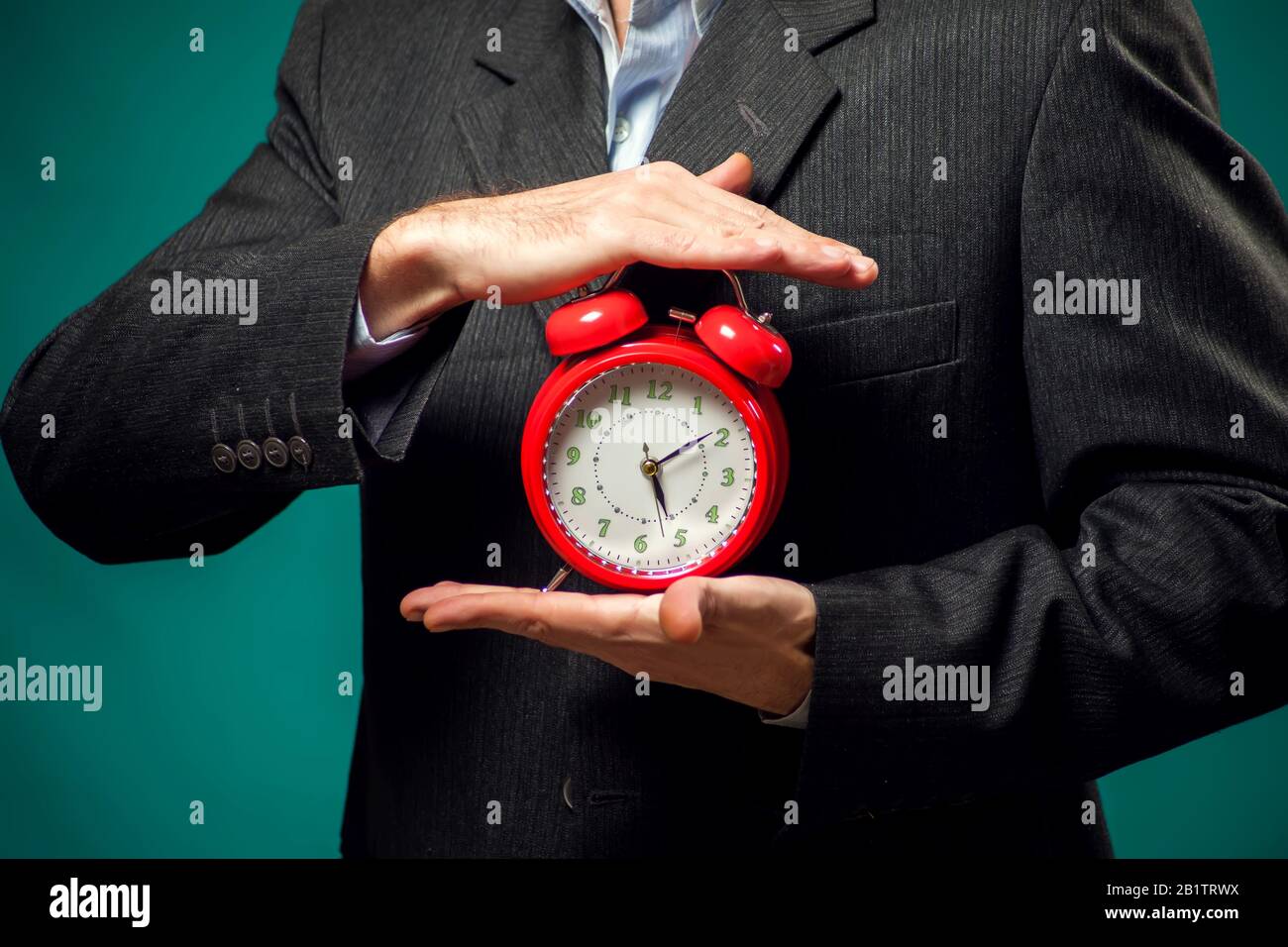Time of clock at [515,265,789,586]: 5:08
